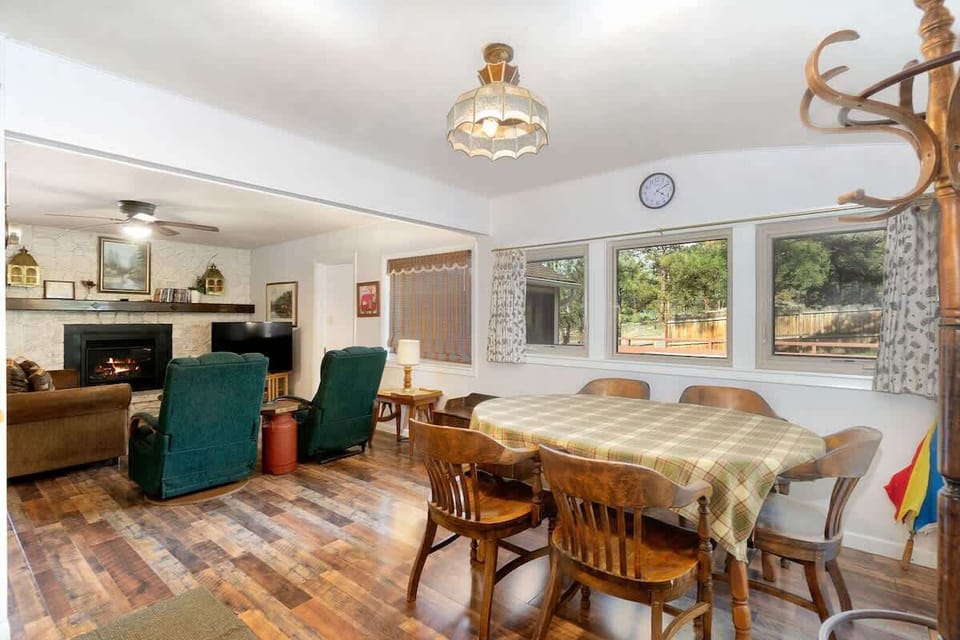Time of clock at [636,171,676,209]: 4:10
